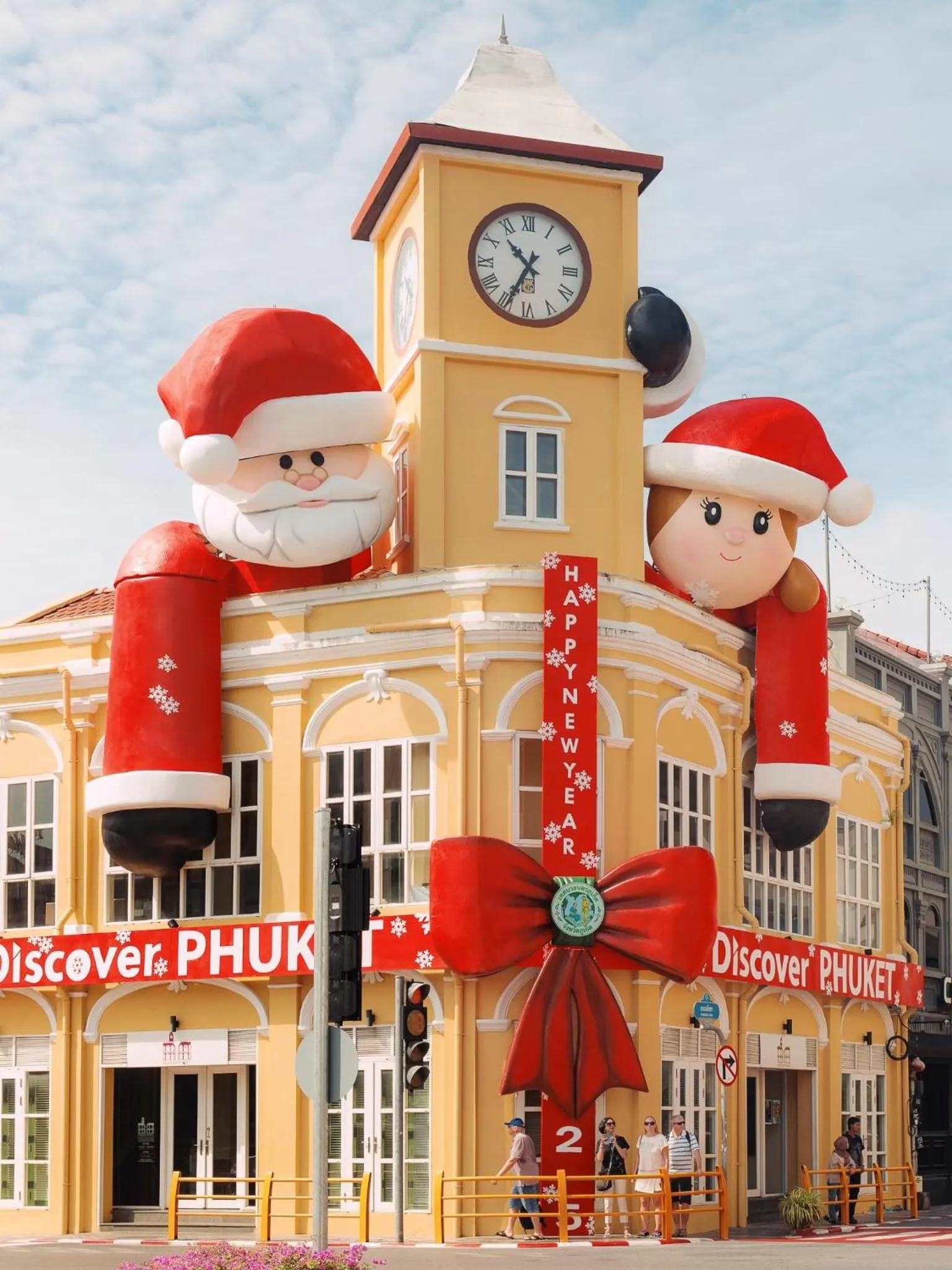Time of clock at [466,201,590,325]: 10:34
